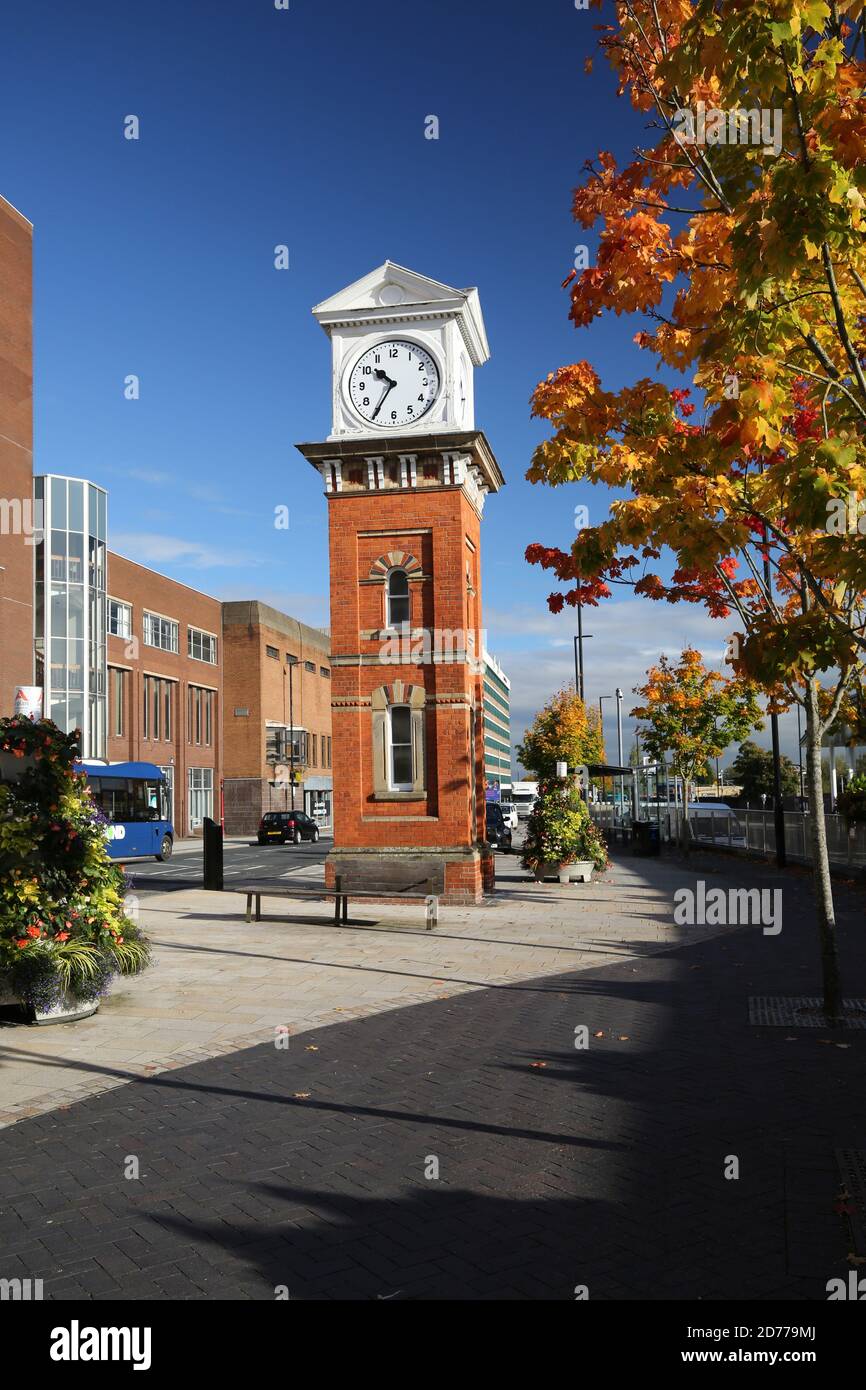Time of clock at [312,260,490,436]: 10:35
